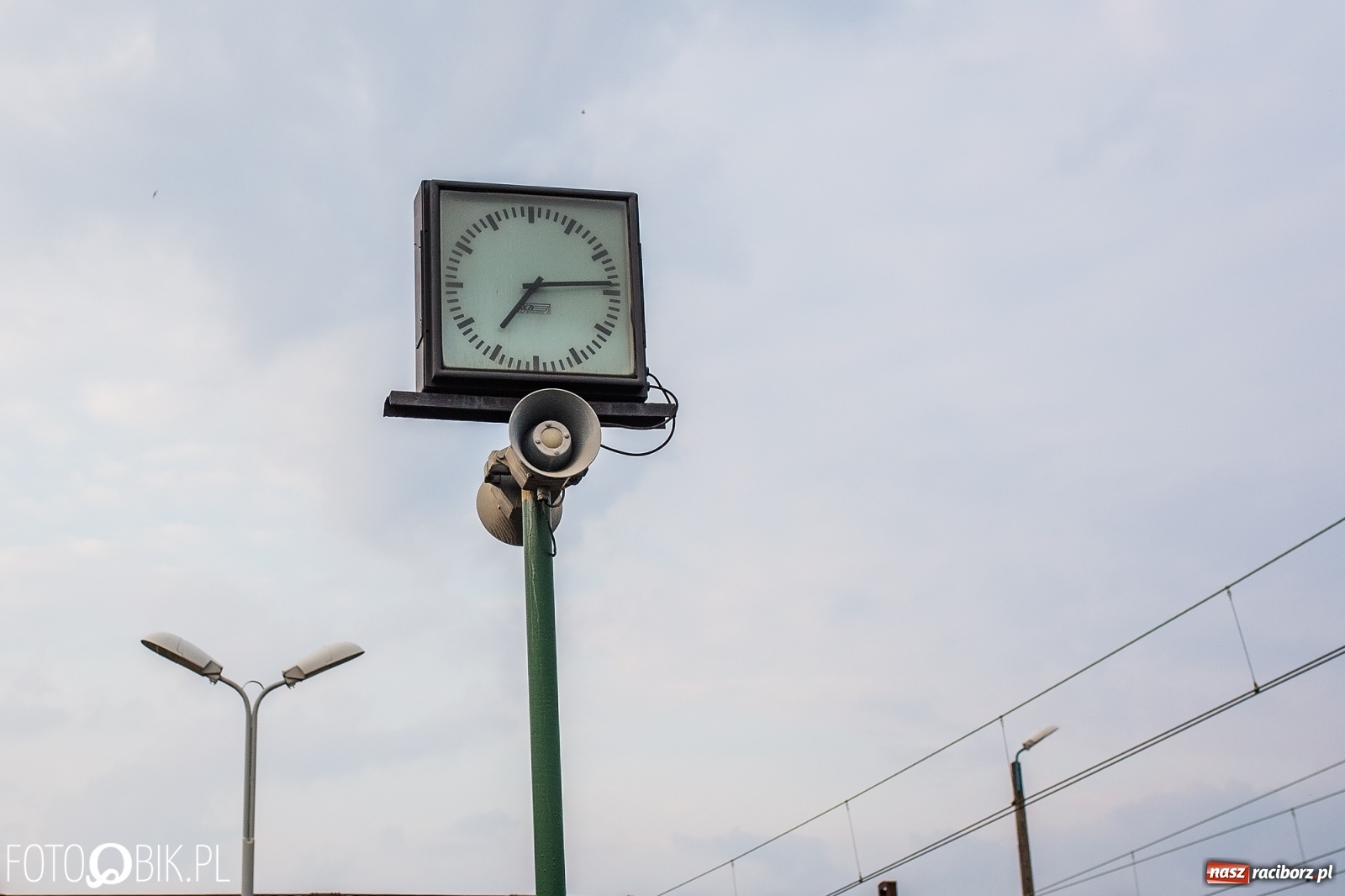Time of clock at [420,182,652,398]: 7:14
